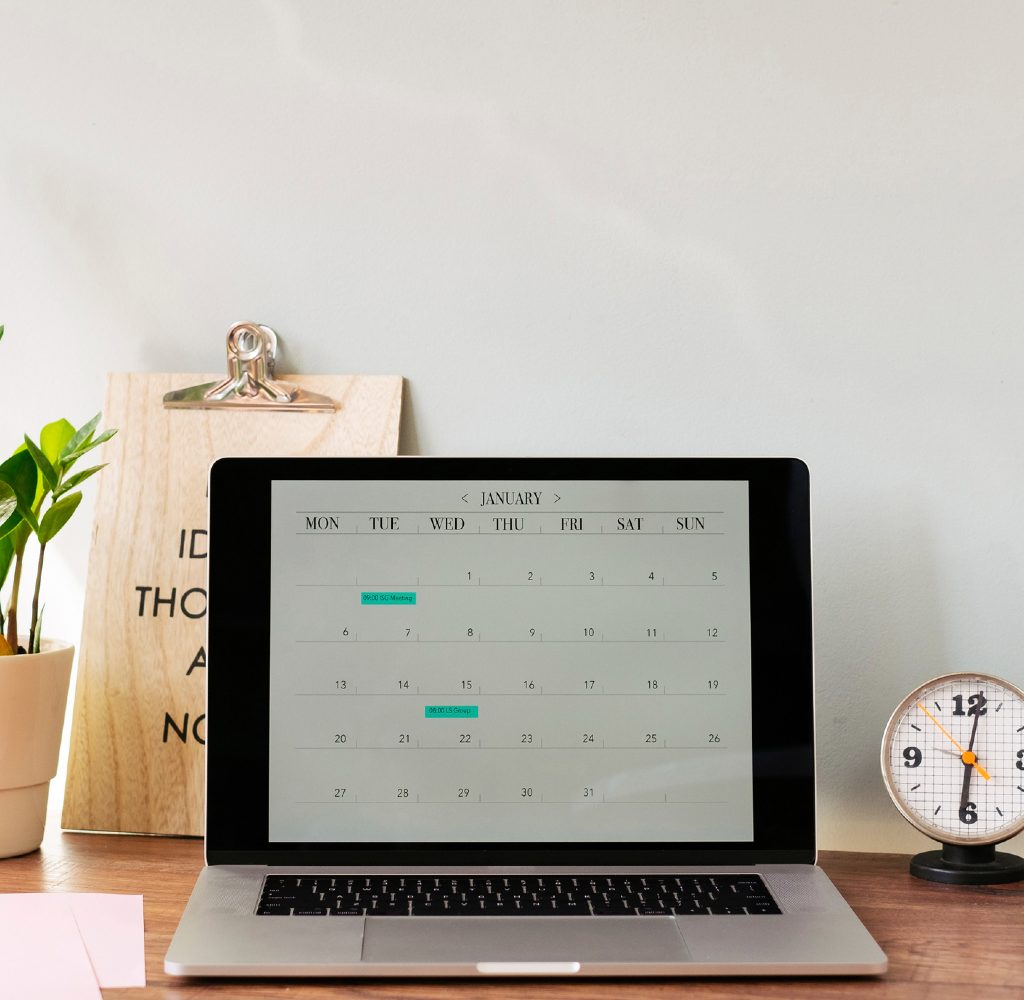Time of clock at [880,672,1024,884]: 6:01
